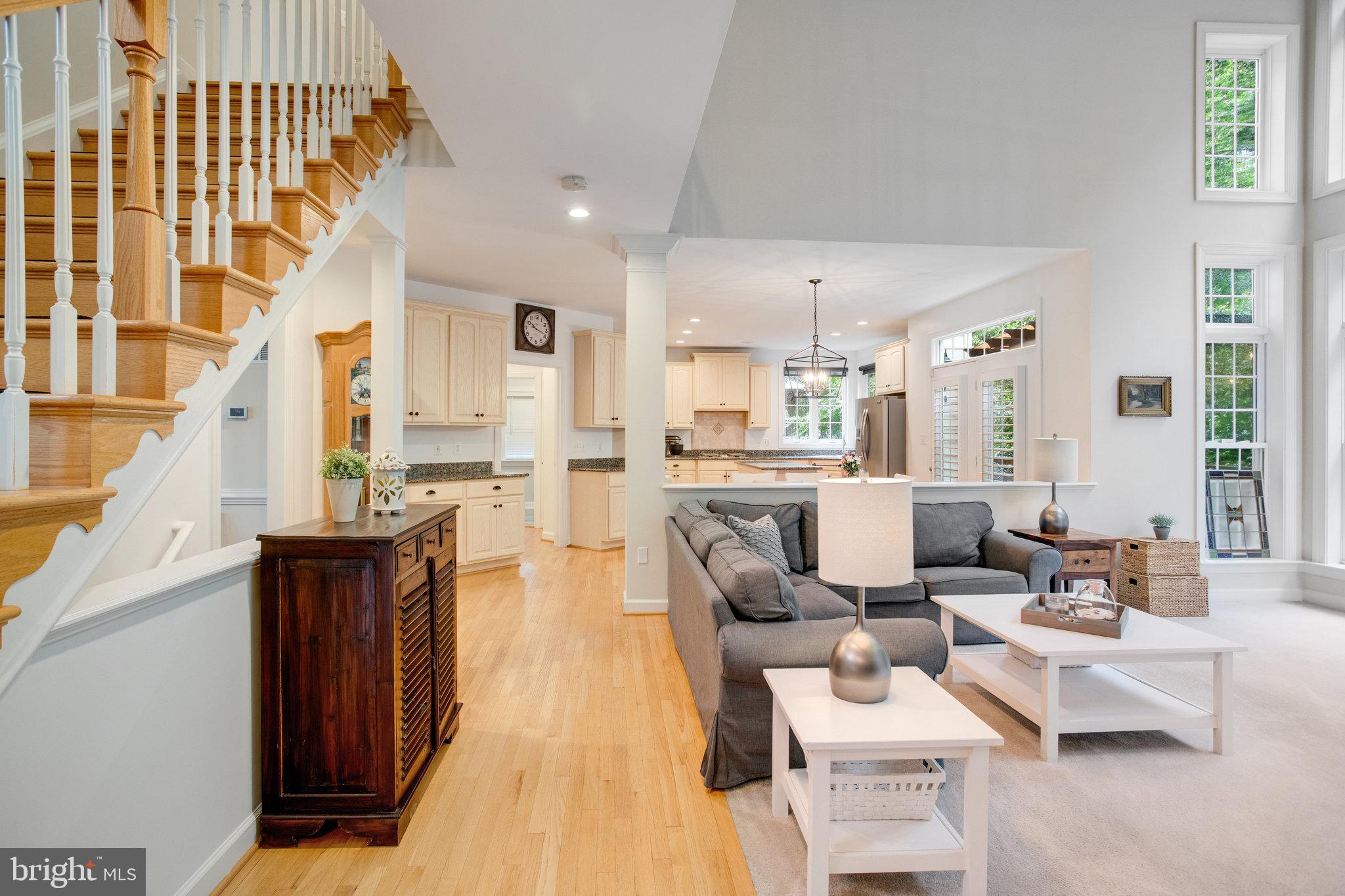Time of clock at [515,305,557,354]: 10:18
